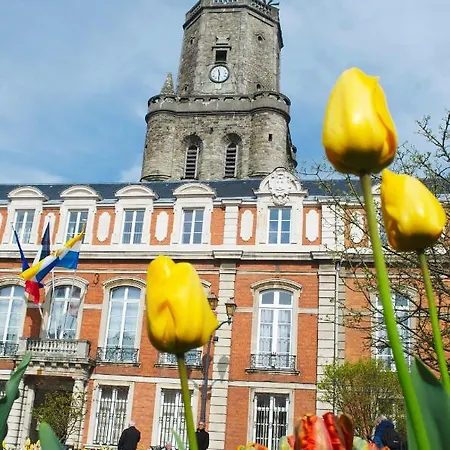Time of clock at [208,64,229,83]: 11:30
